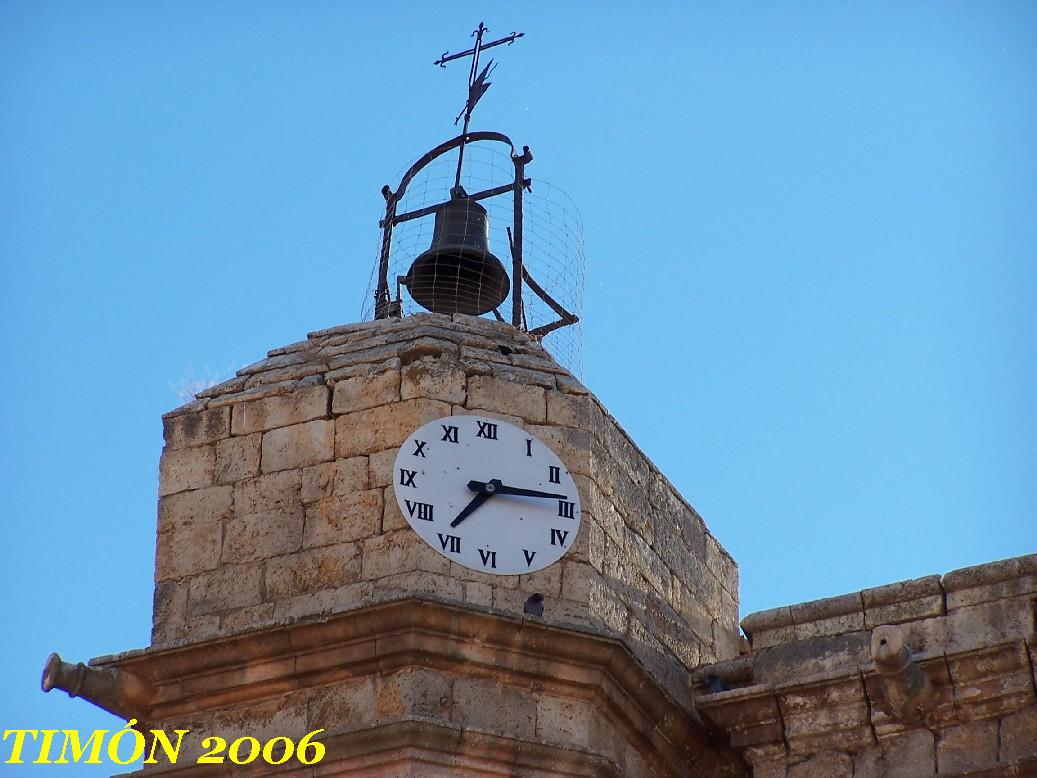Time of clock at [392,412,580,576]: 7:14
